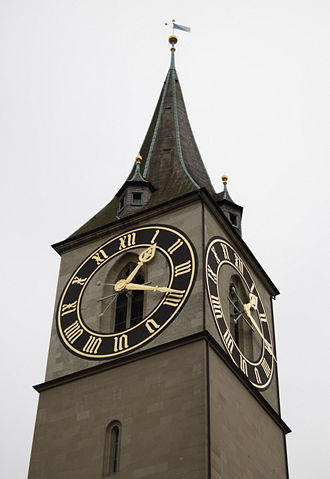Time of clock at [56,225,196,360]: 1:18
